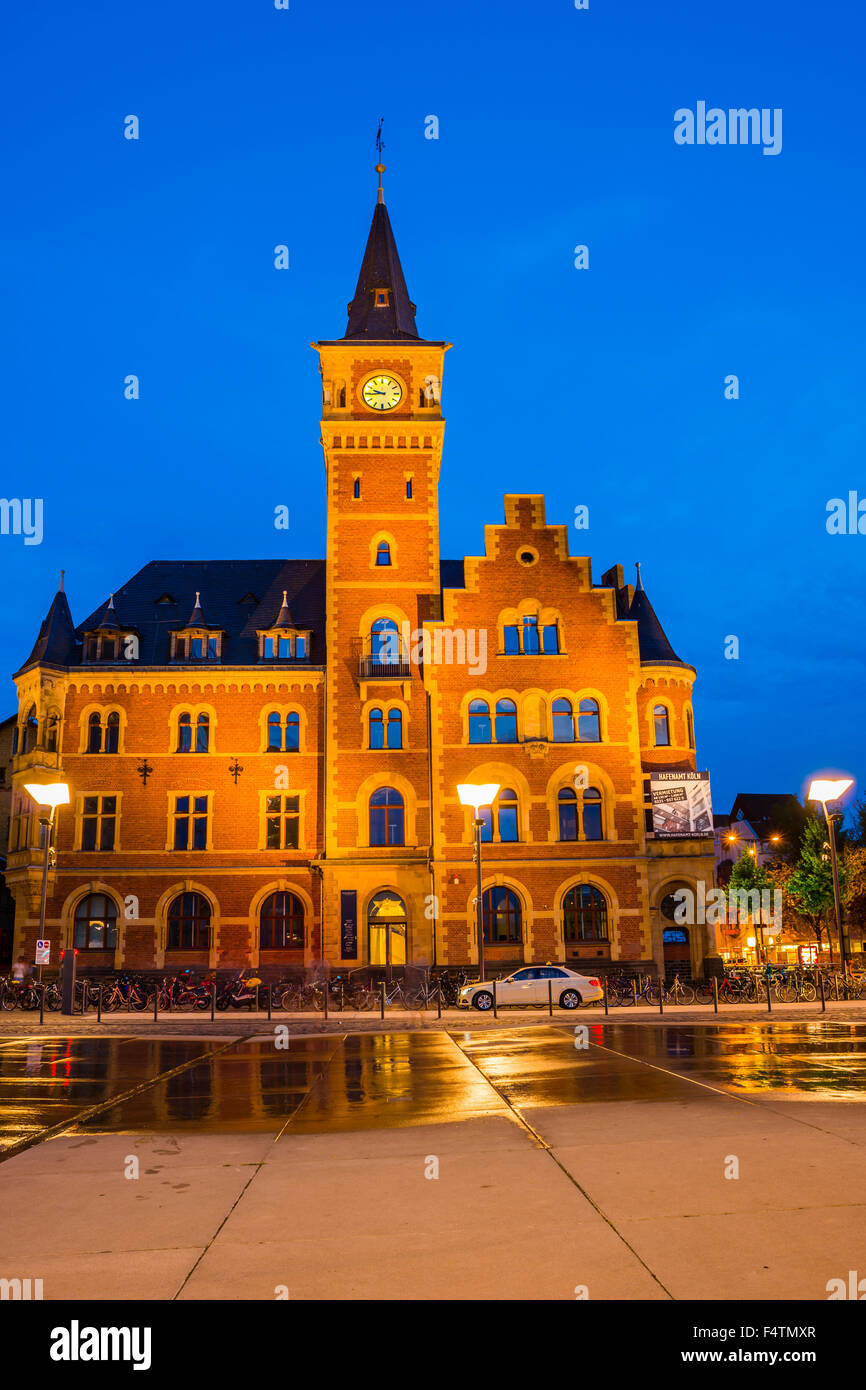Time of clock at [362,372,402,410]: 9:44
